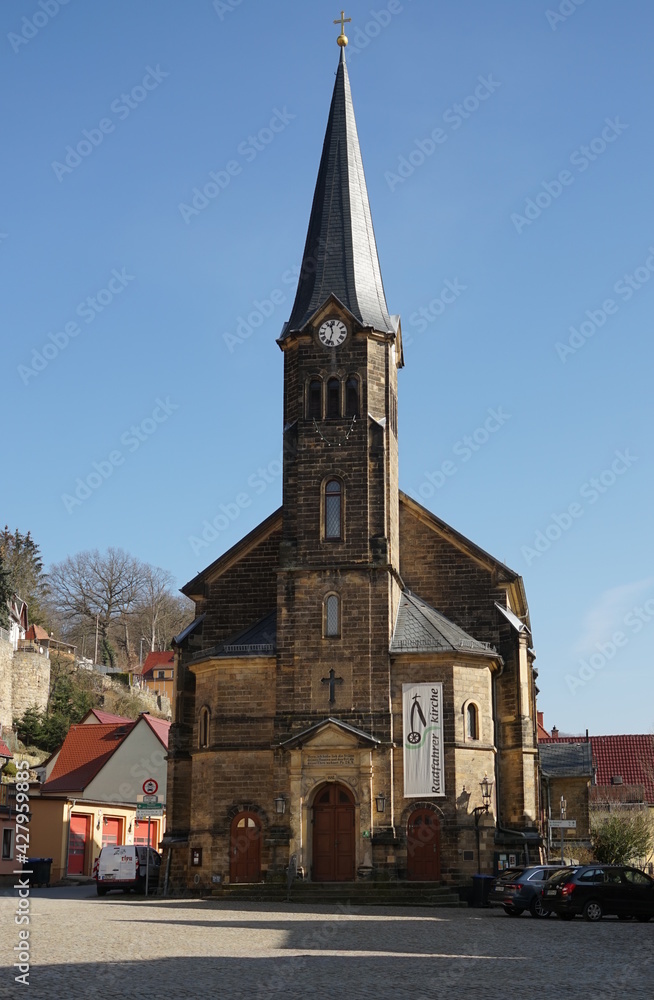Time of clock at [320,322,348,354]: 11:32
